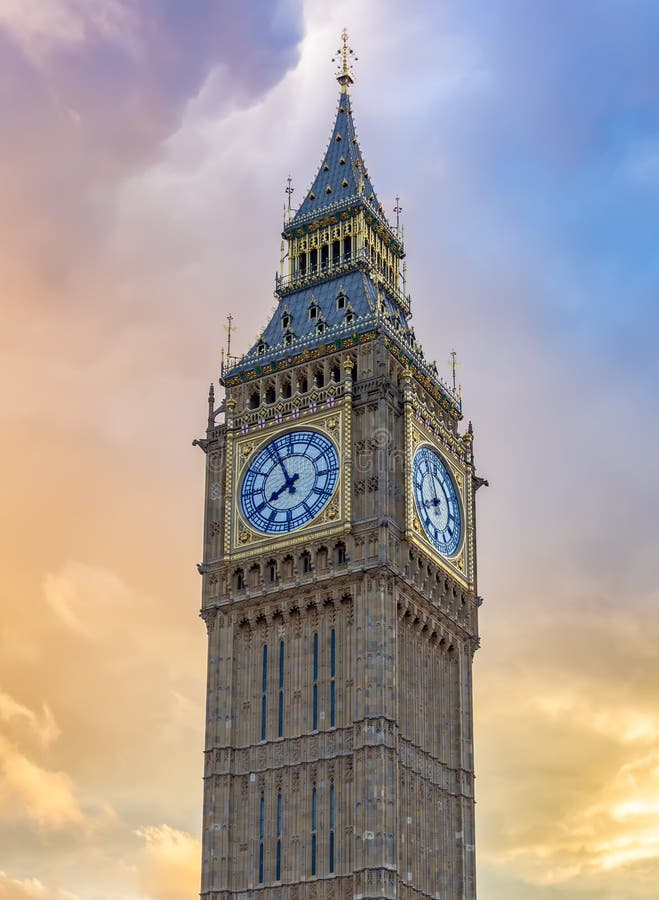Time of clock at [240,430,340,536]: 7:55
